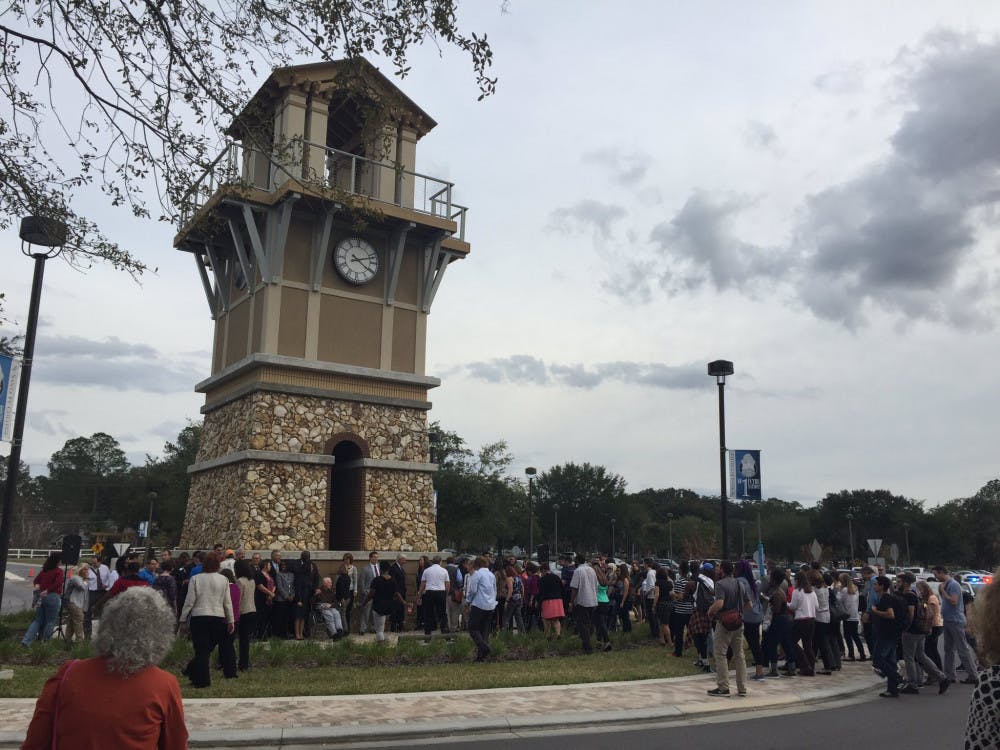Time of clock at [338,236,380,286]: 4:12
